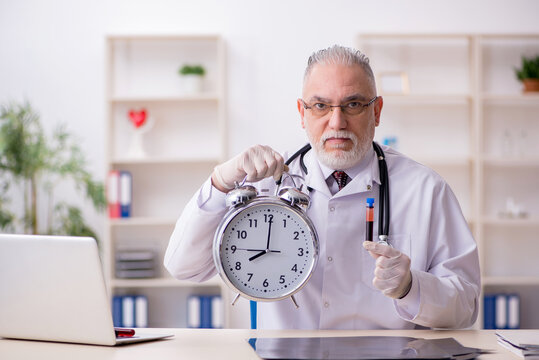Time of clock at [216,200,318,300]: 8:00
